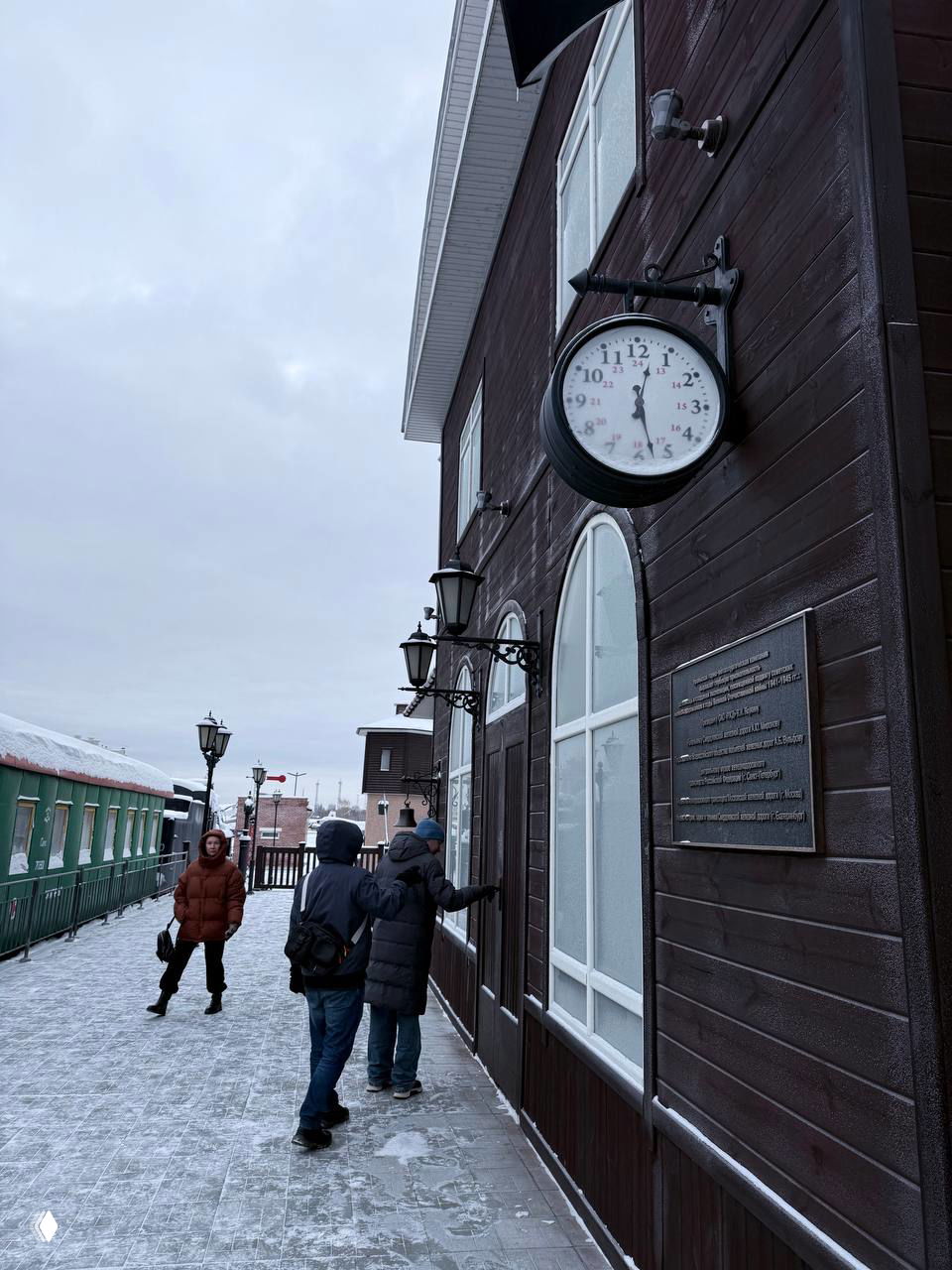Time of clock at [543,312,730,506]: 12:27
